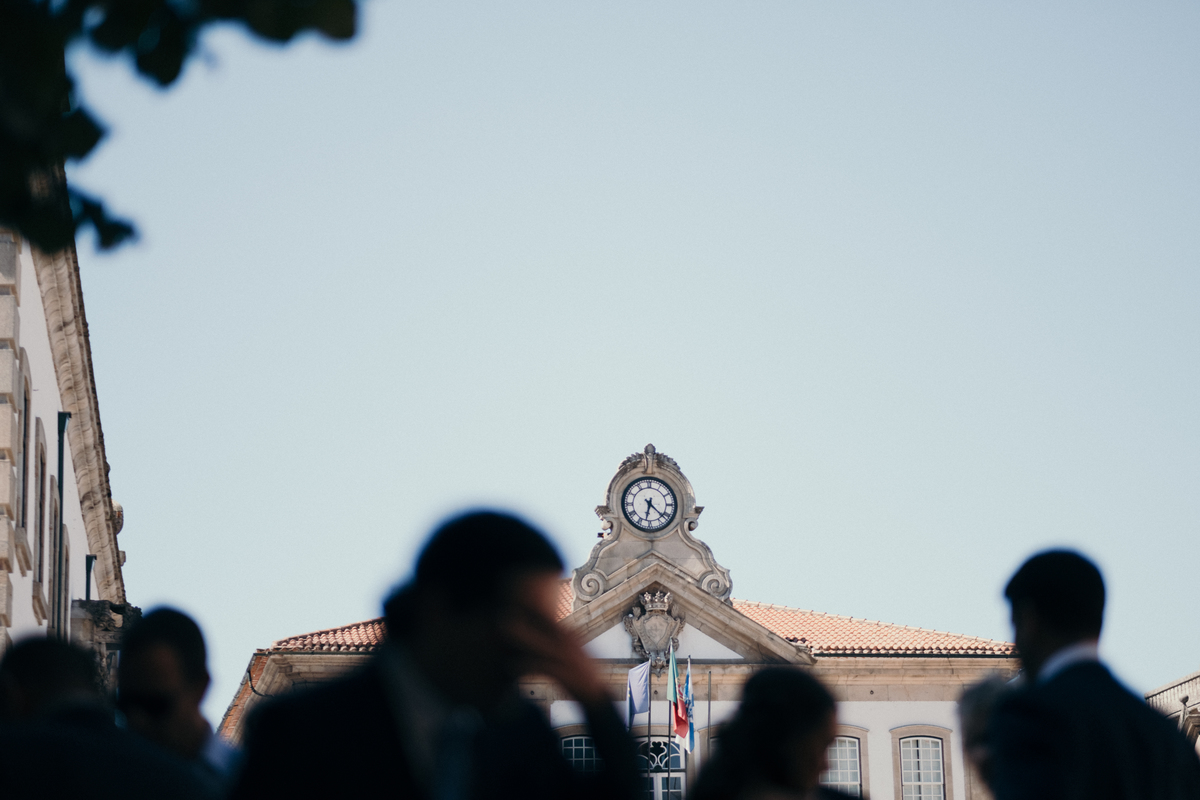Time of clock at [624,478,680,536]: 6:22
